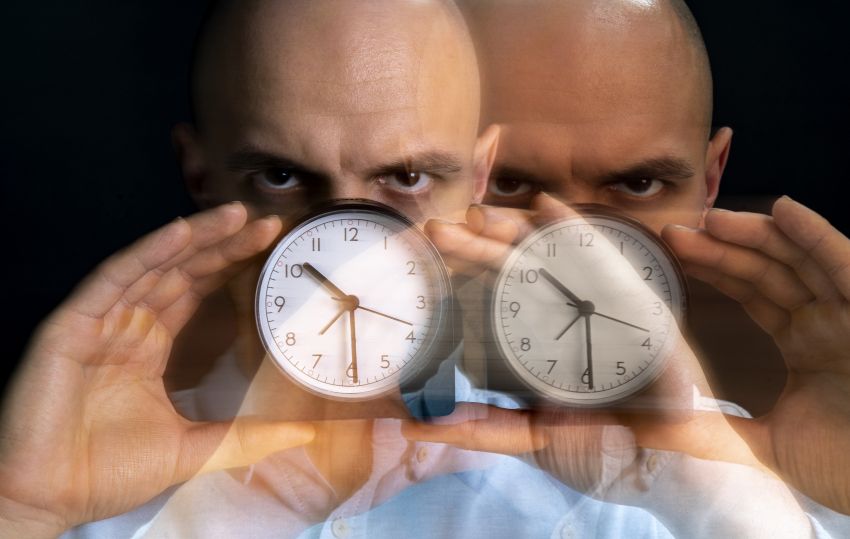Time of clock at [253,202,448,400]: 10:29
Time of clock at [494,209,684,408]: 10:29
